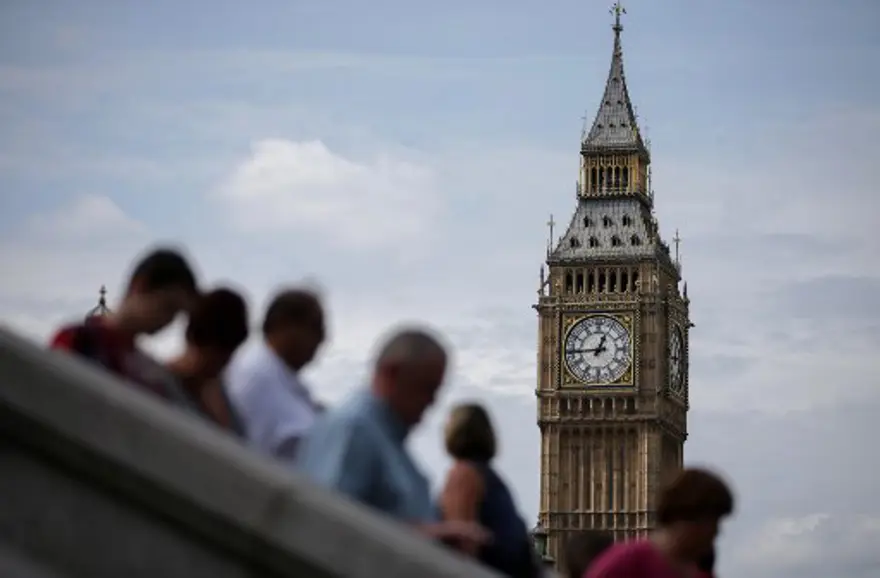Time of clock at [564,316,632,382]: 12:44
